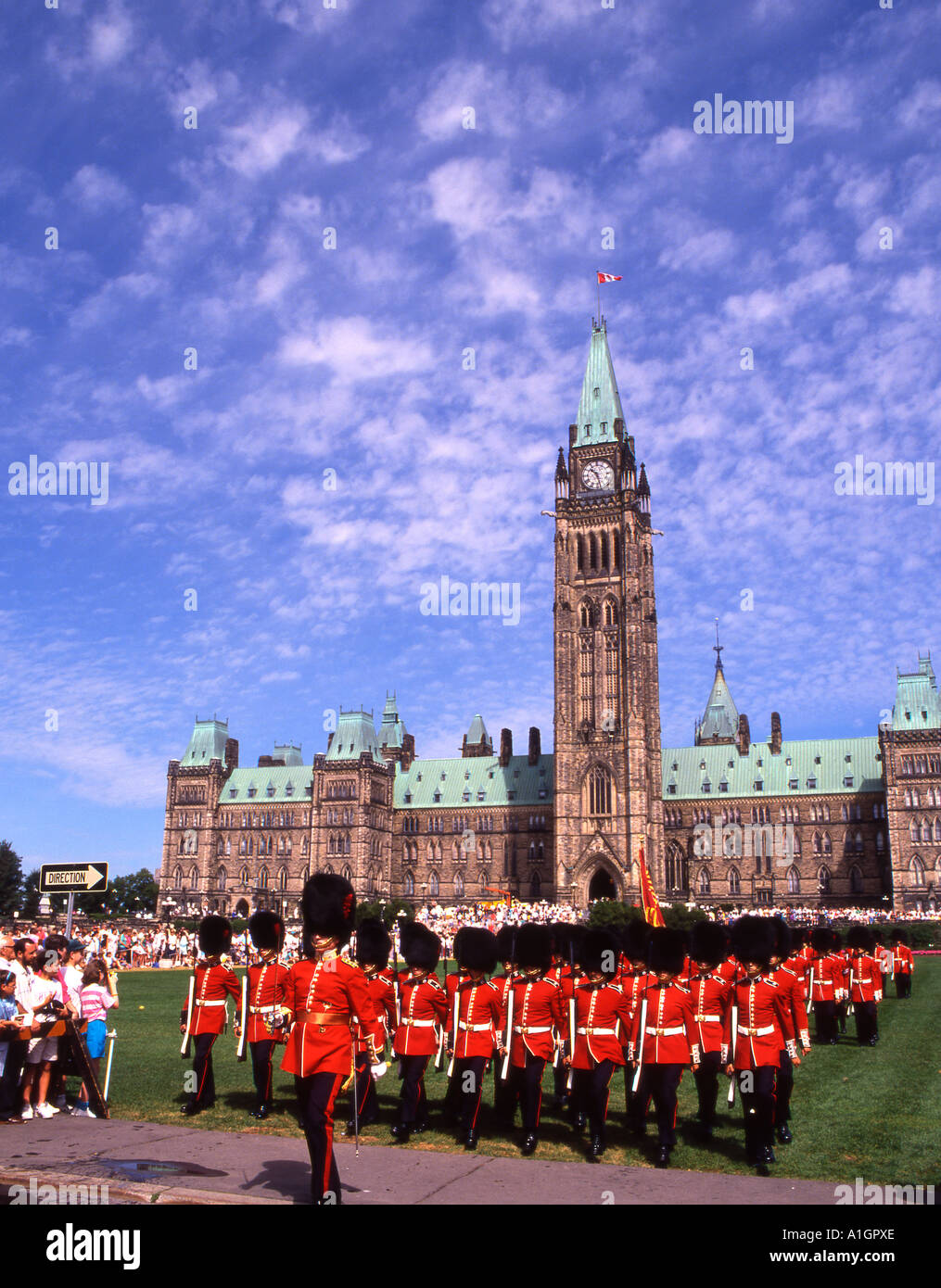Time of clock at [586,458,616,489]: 10:28
